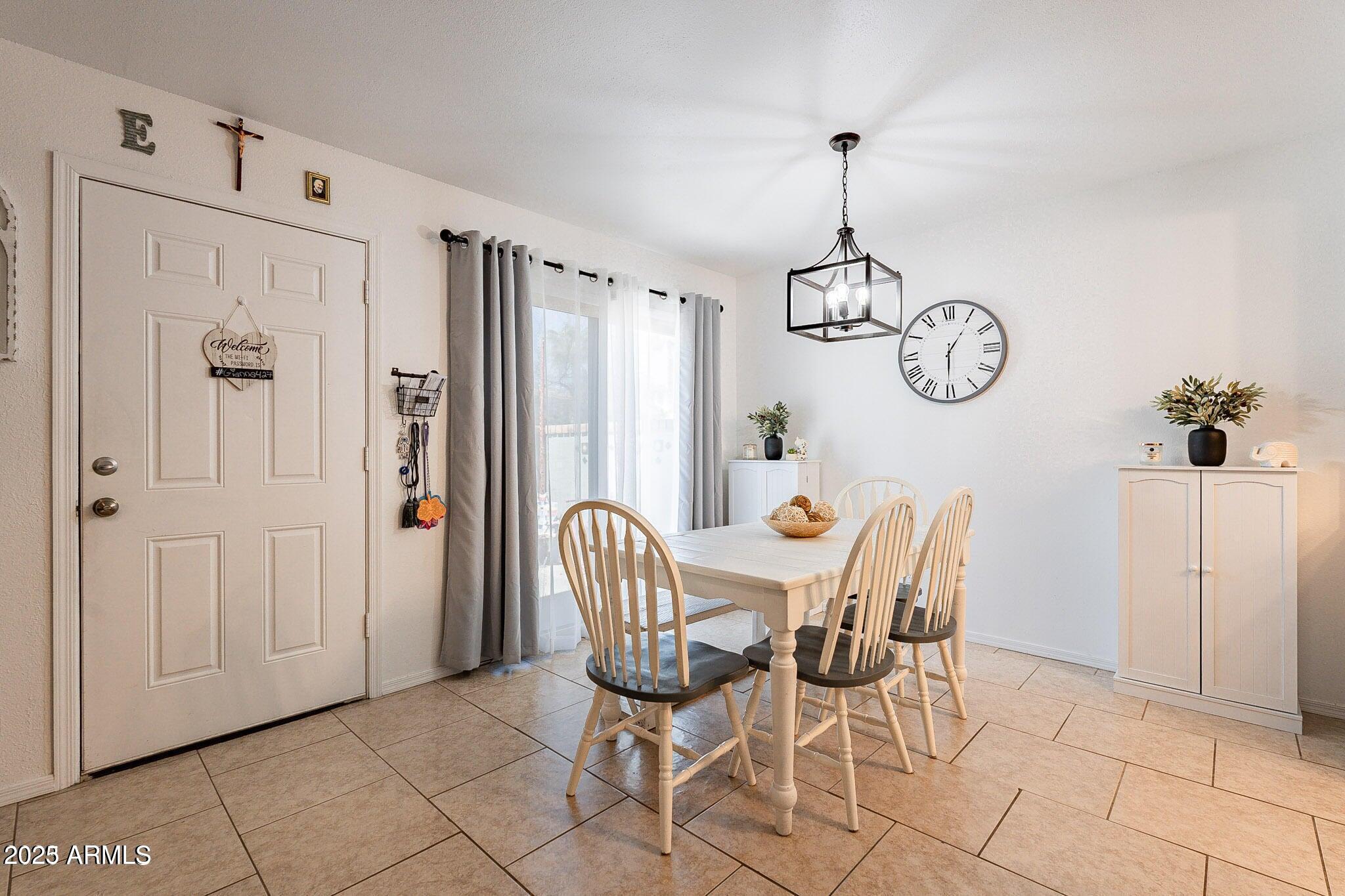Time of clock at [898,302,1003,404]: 6:05
